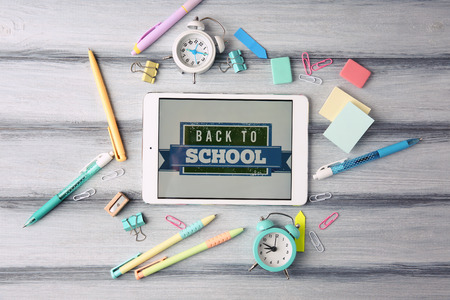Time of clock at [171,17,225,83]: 12:16
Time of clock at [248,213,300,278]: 8:47
